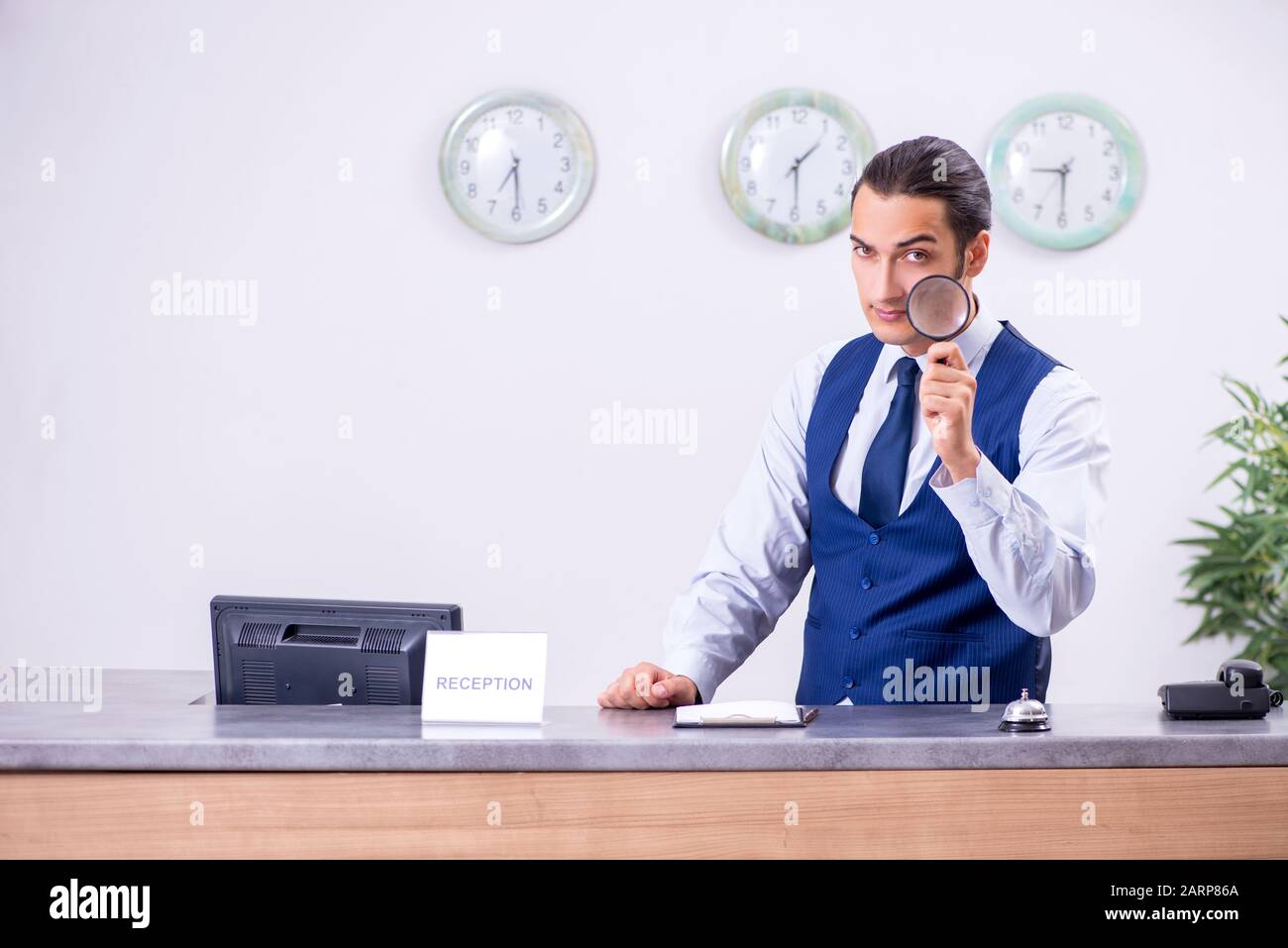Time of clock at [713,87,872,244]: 1:29
